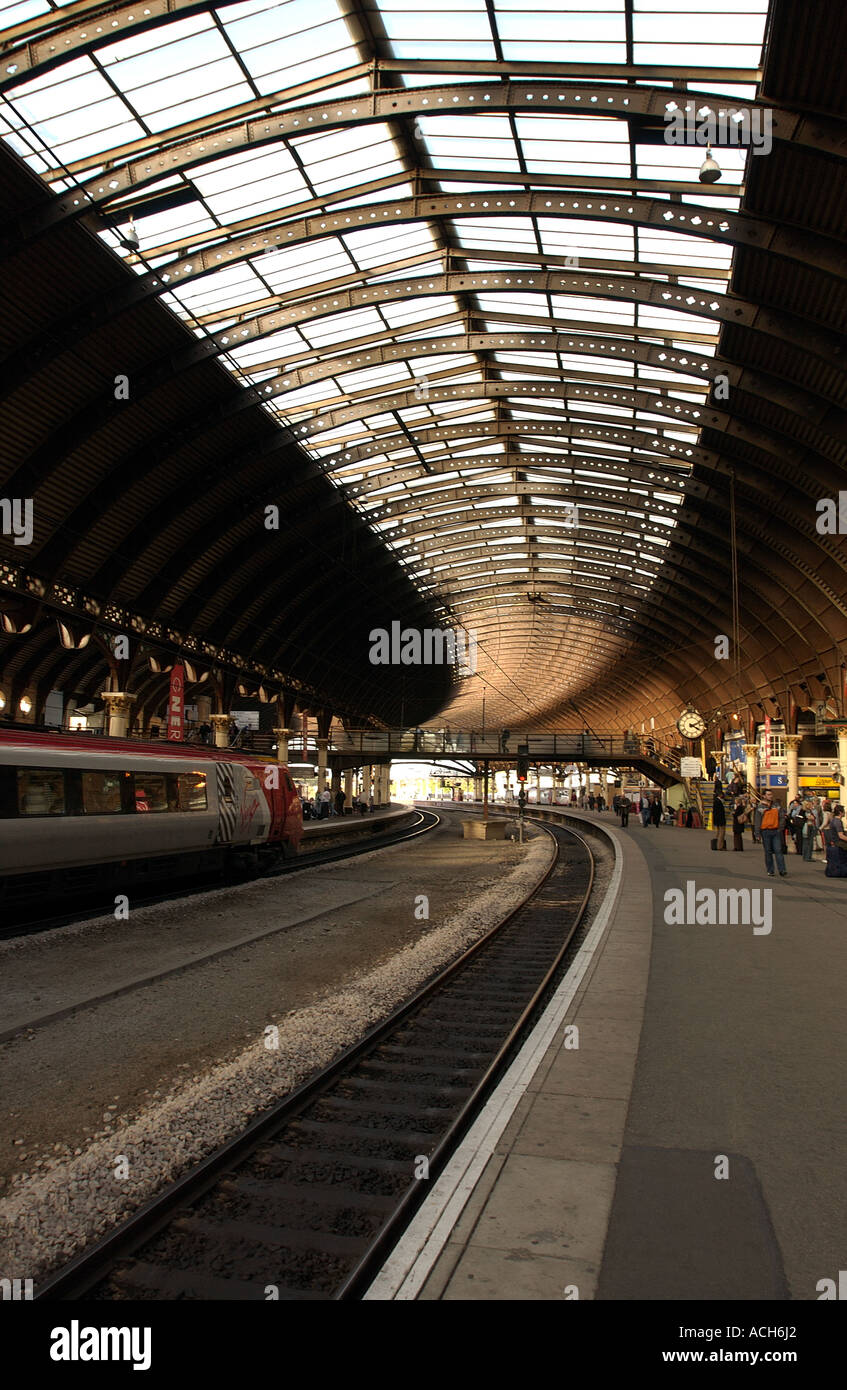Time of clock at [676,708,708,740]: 4:10
